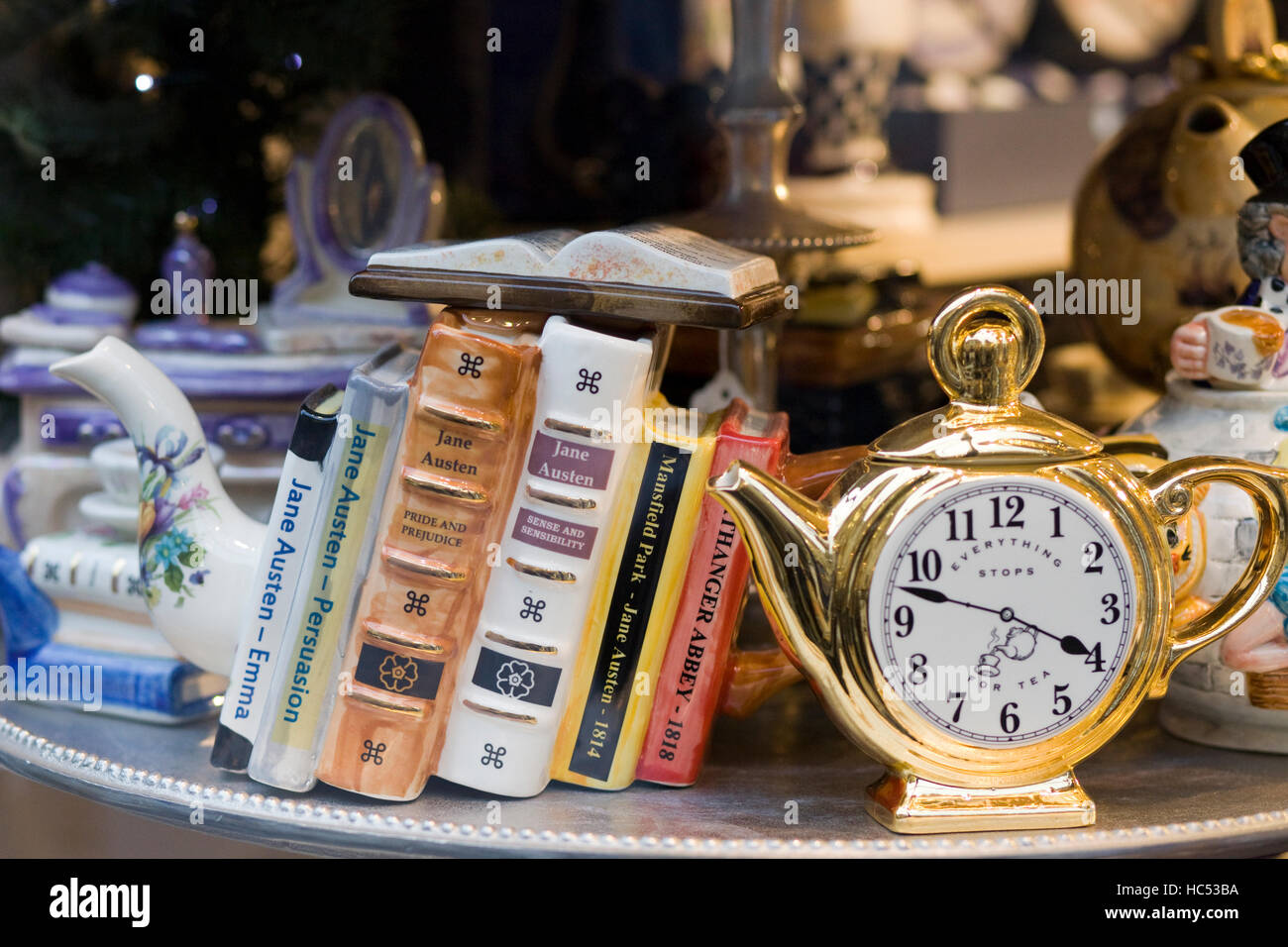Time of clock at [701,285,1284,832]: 3:47
